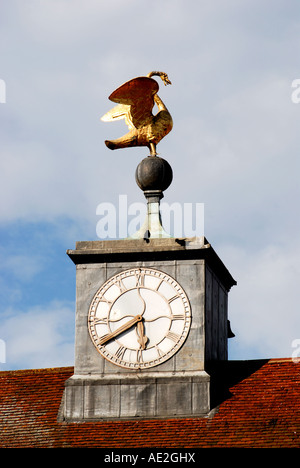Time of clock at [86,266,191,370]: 5:39
